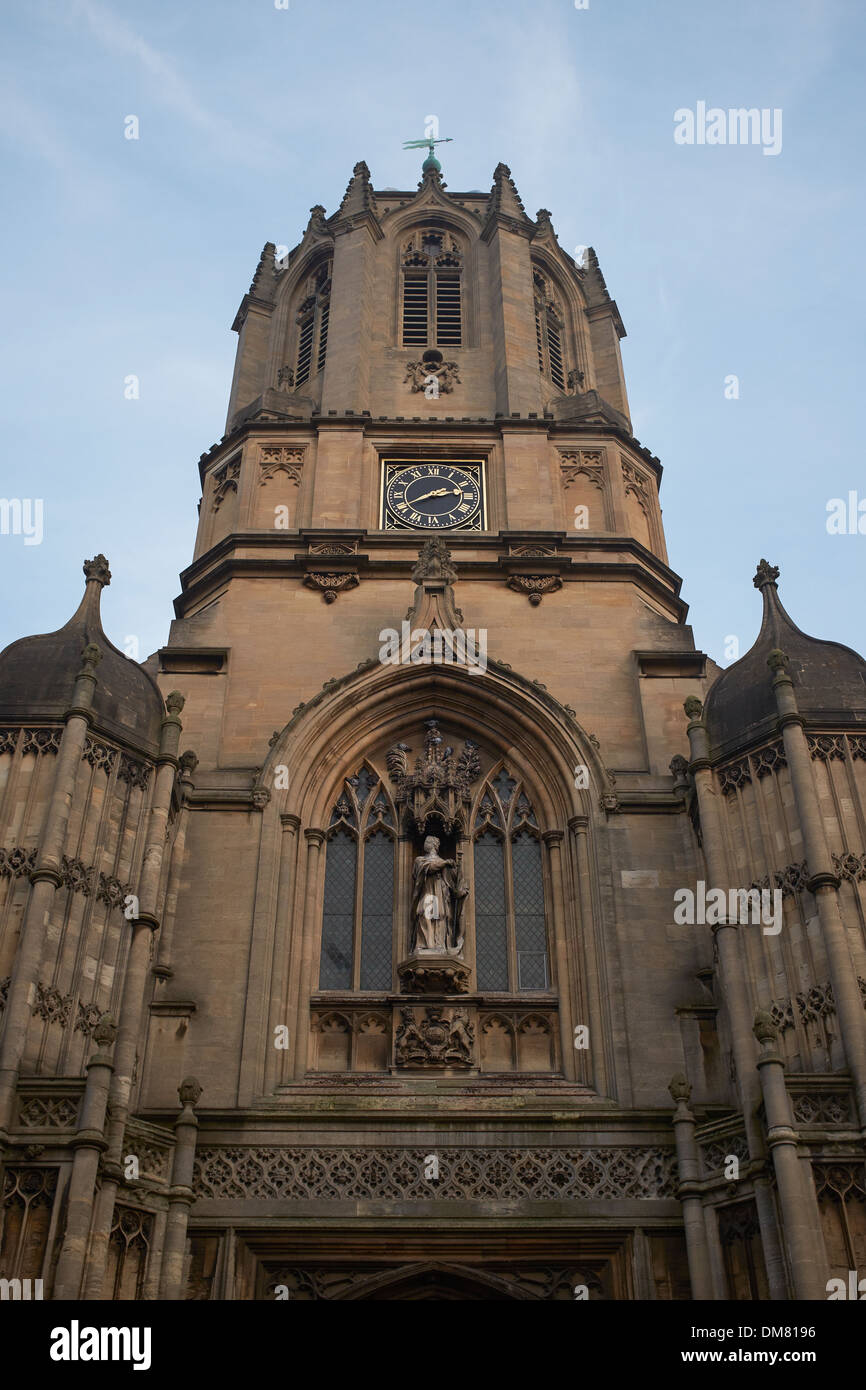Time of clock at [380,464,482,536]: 2:40
